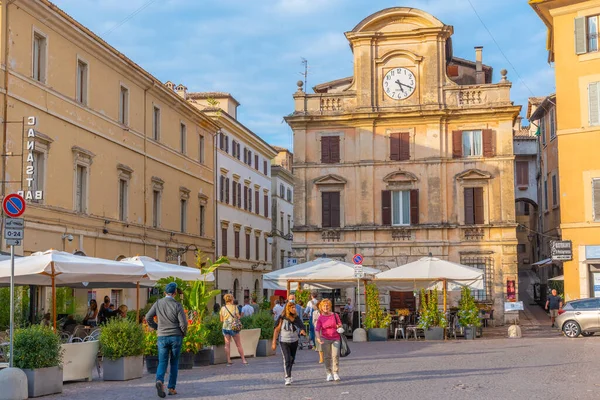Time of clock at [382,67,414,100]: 5:18
